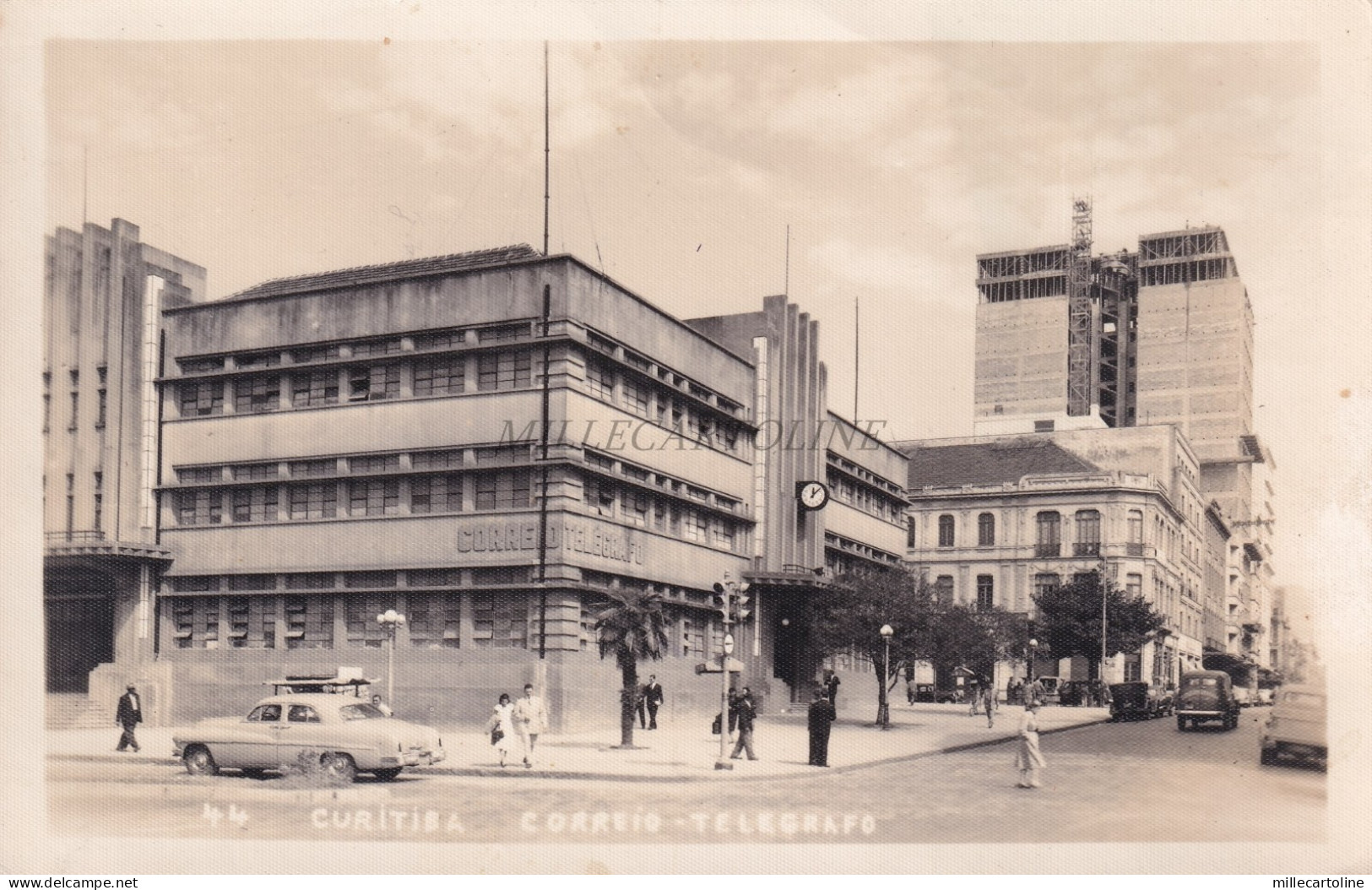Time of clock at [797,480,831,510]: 12:07
